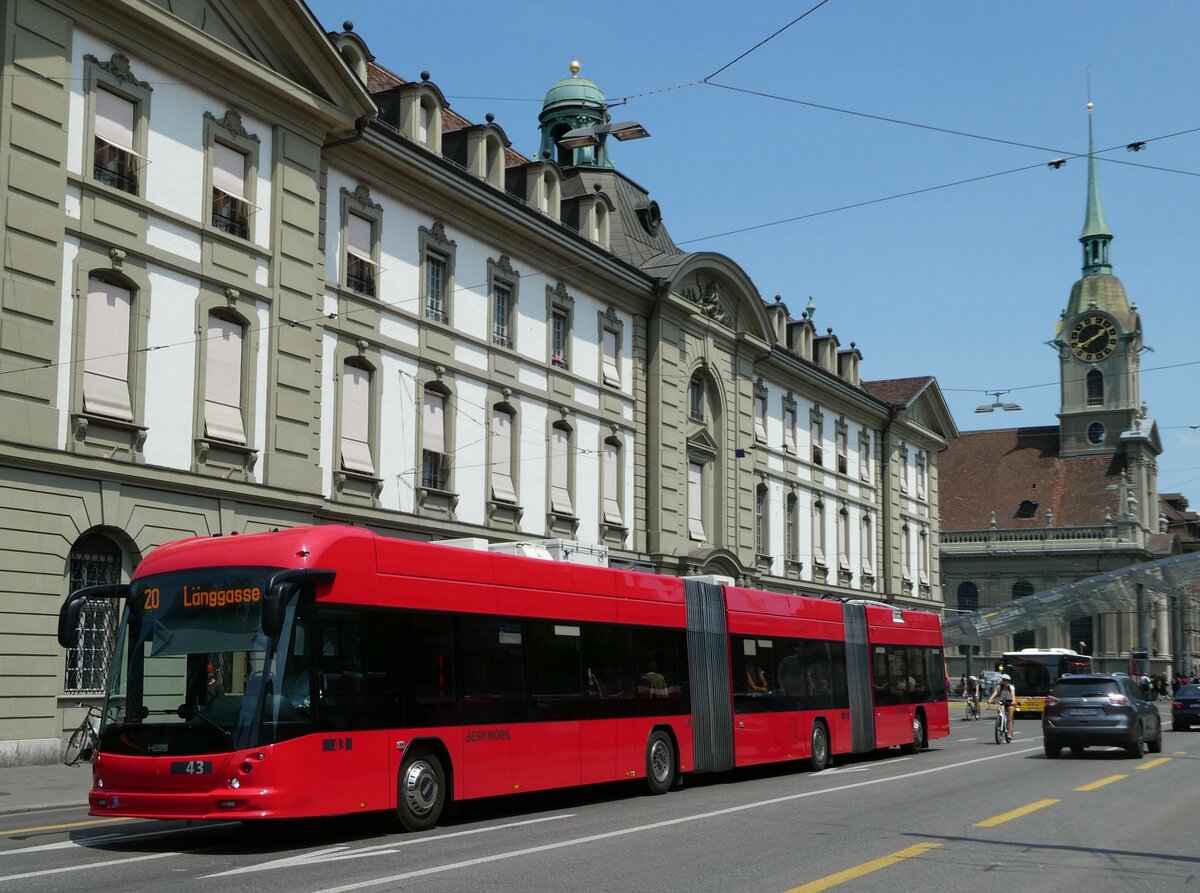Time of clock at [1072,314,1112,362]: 1:39
